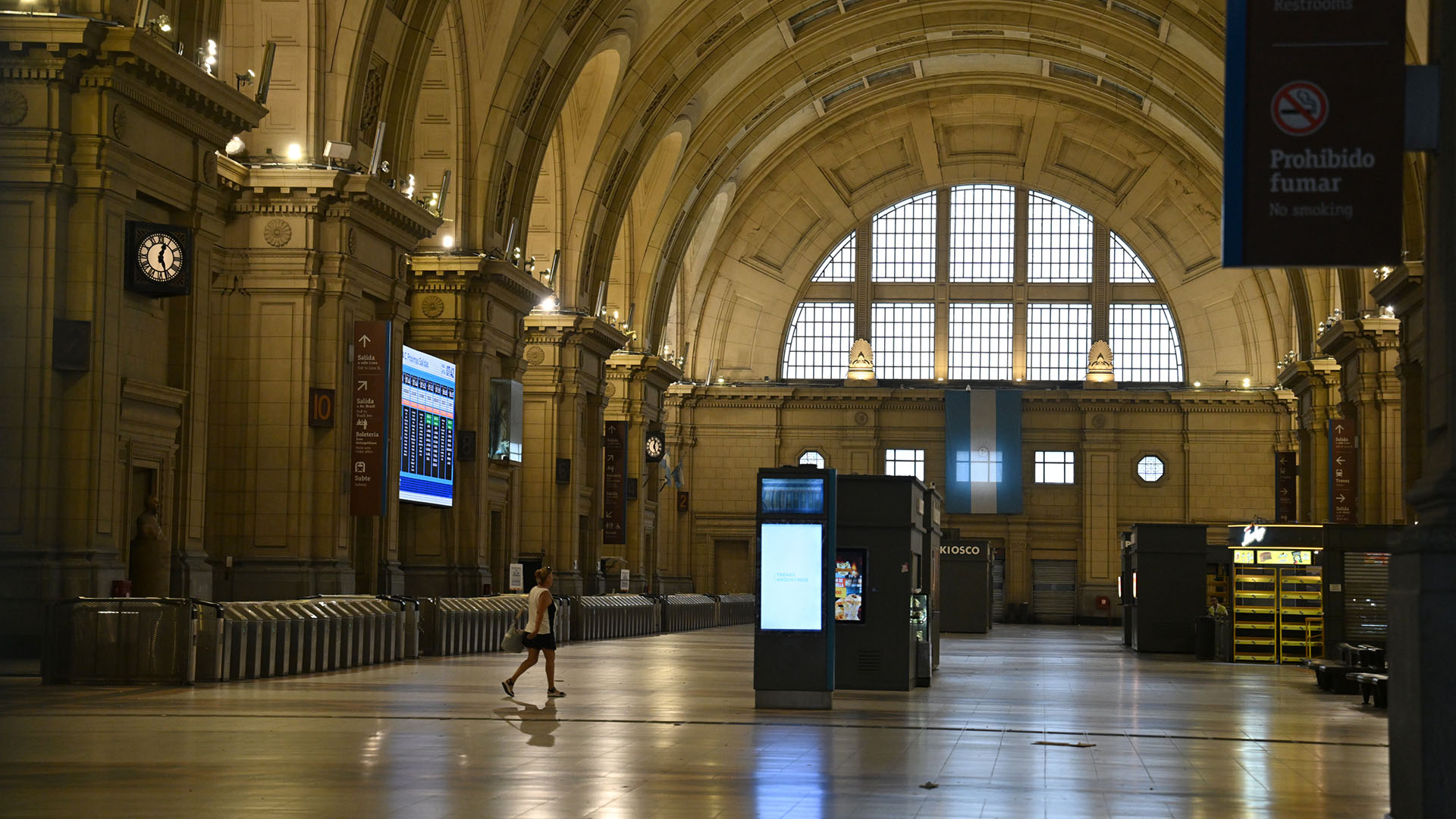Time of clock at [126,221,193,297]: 12:26
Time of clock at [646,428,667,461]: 12:26
